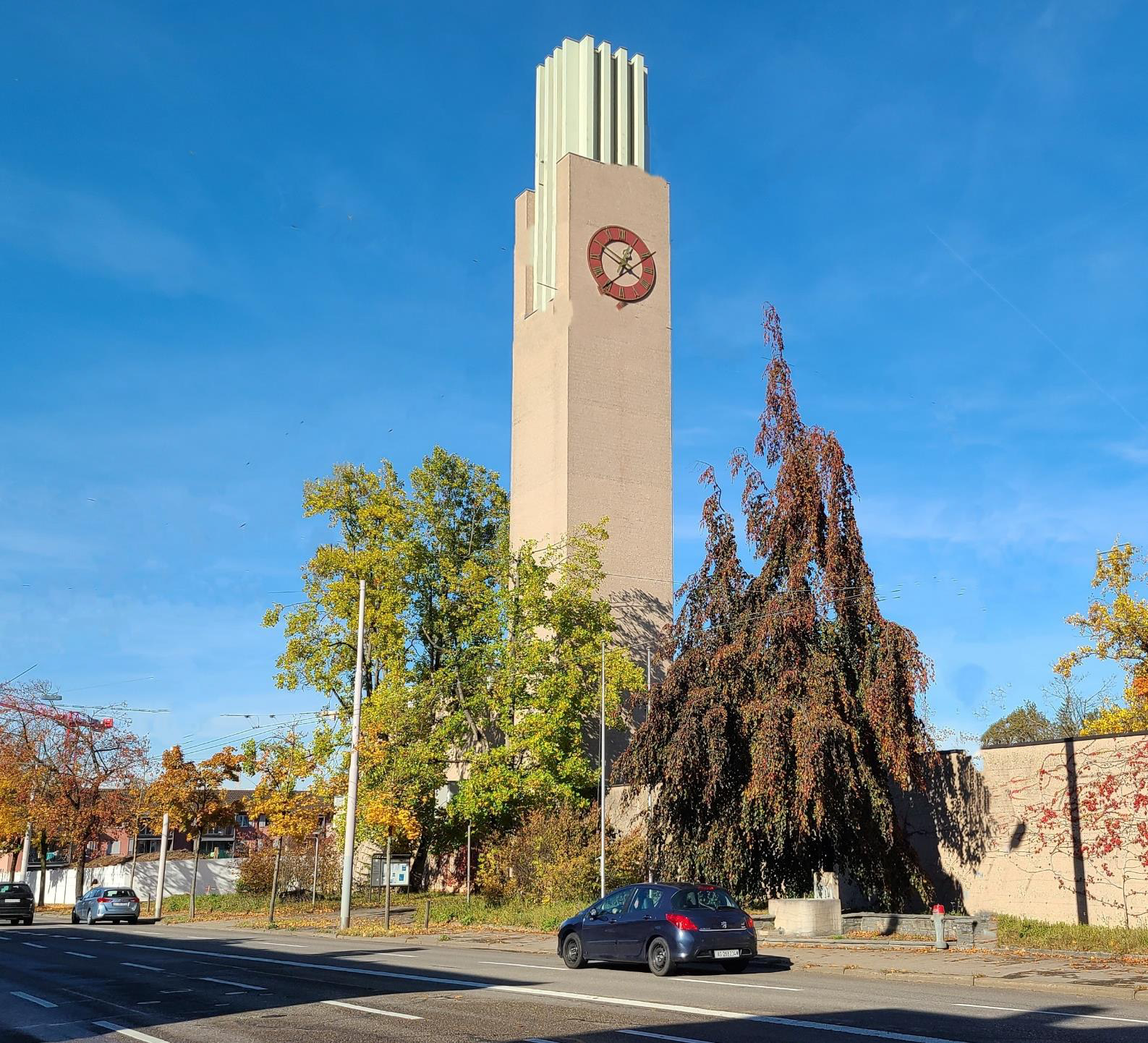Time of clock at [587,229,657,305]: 12:49
